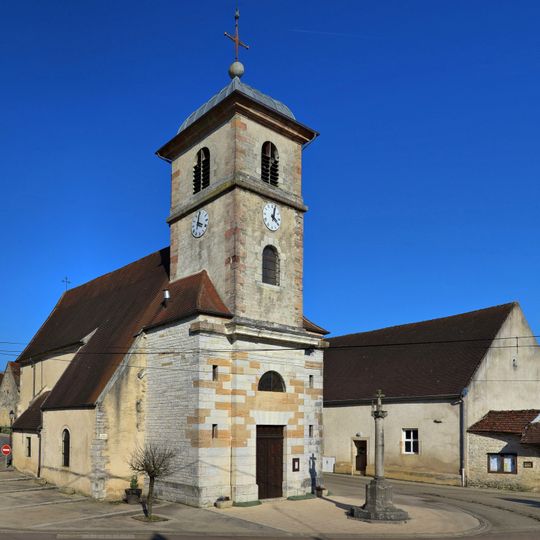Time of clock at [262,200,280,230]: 4:01
